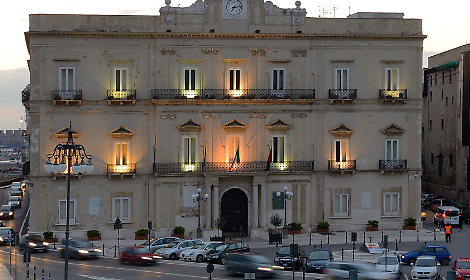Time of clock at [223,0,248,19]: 7:13
